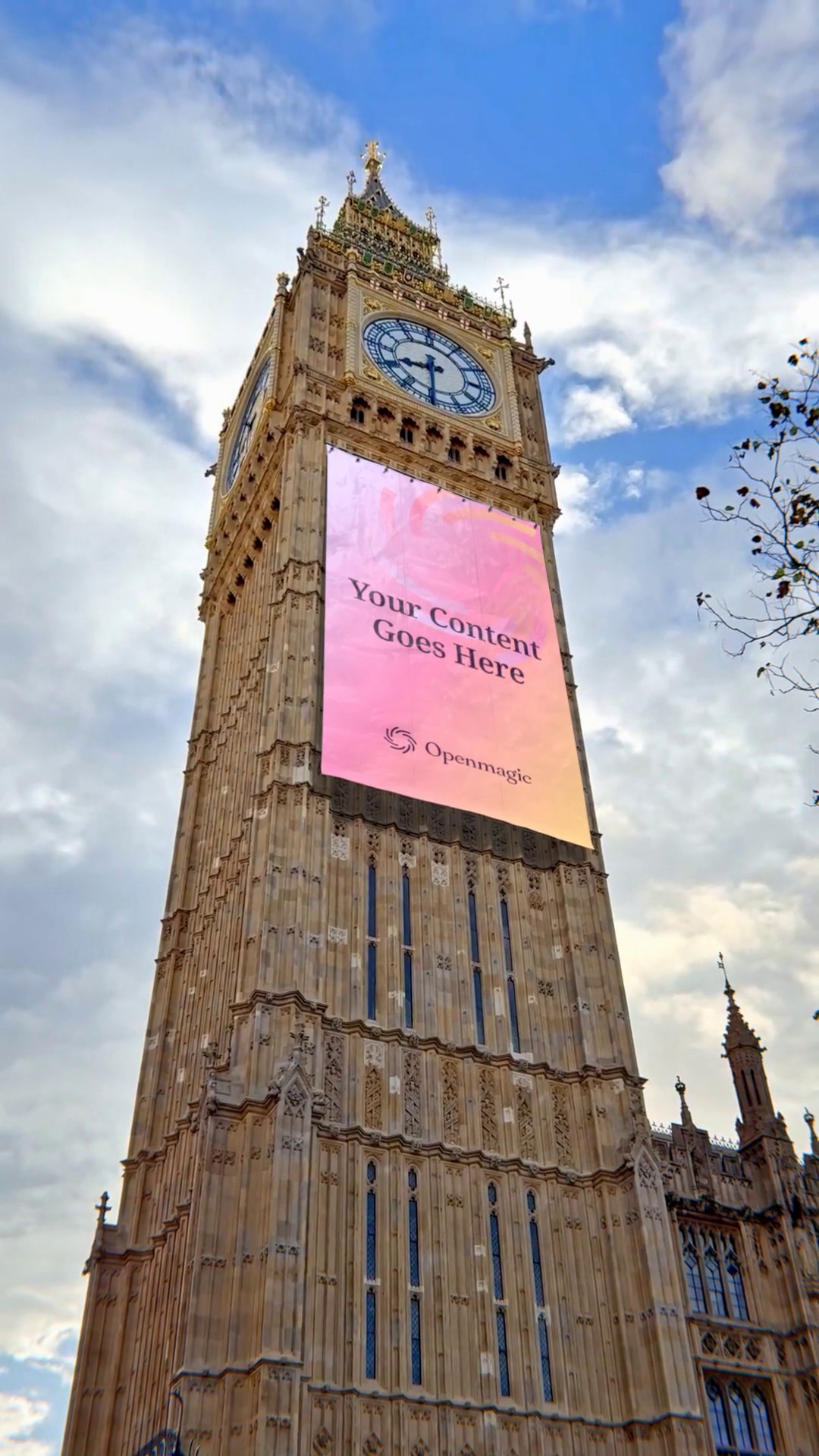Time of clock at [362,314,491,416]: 8:29
